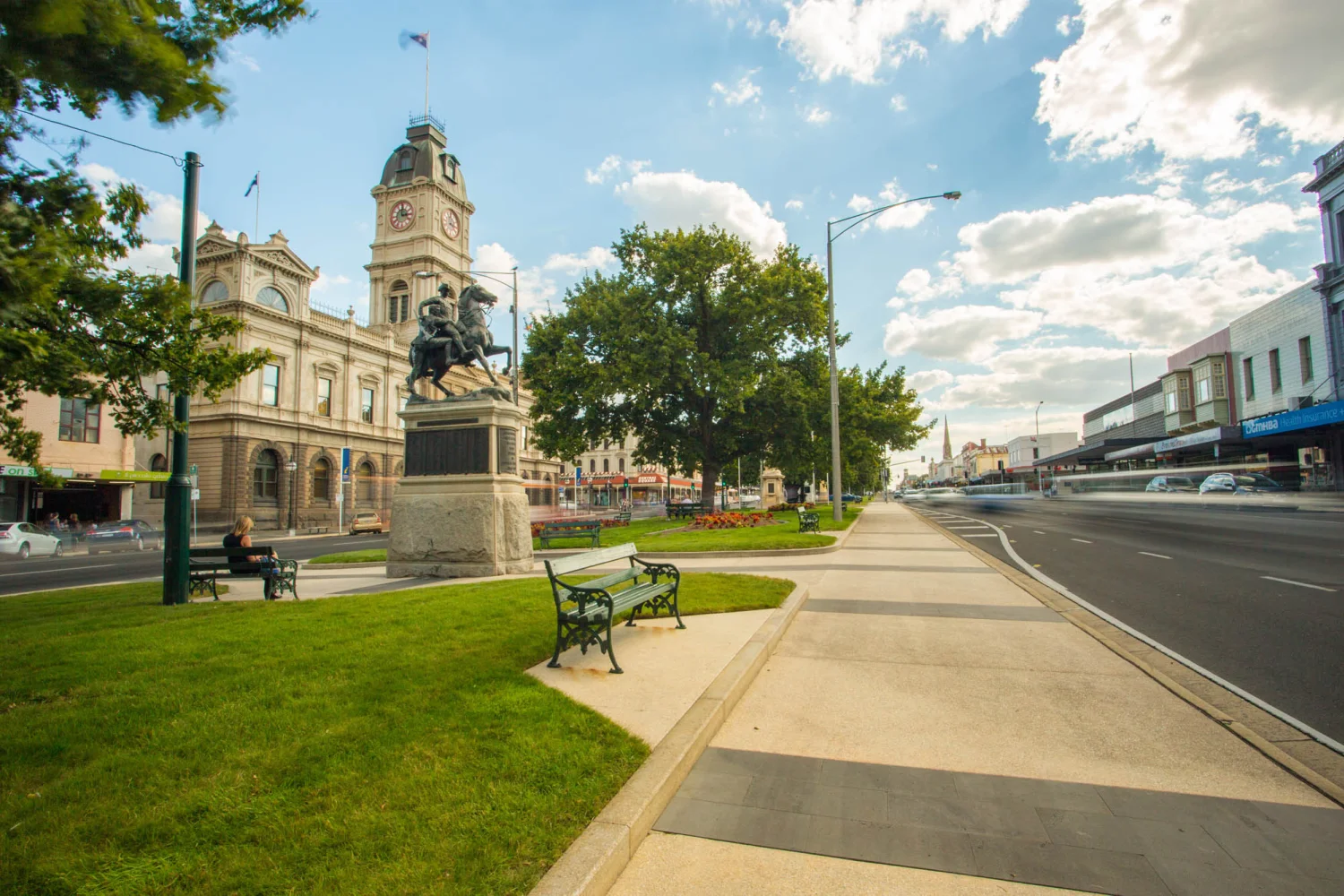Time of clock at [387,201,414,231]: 3:00
